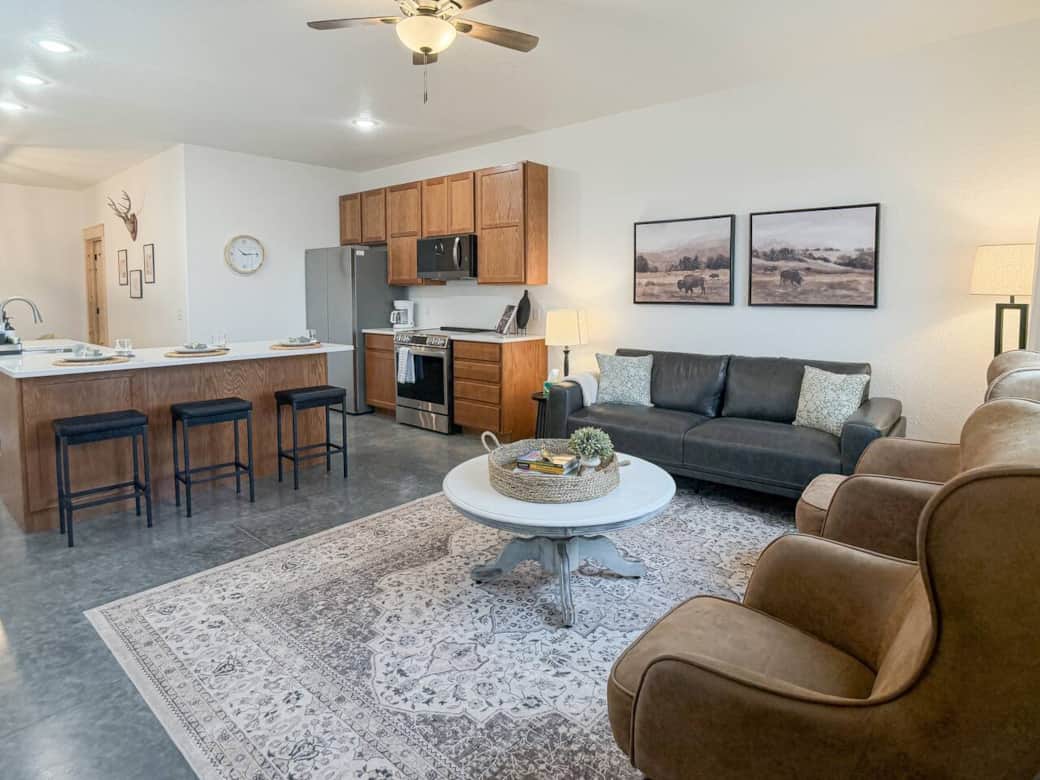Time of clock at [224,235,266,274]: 10:14
